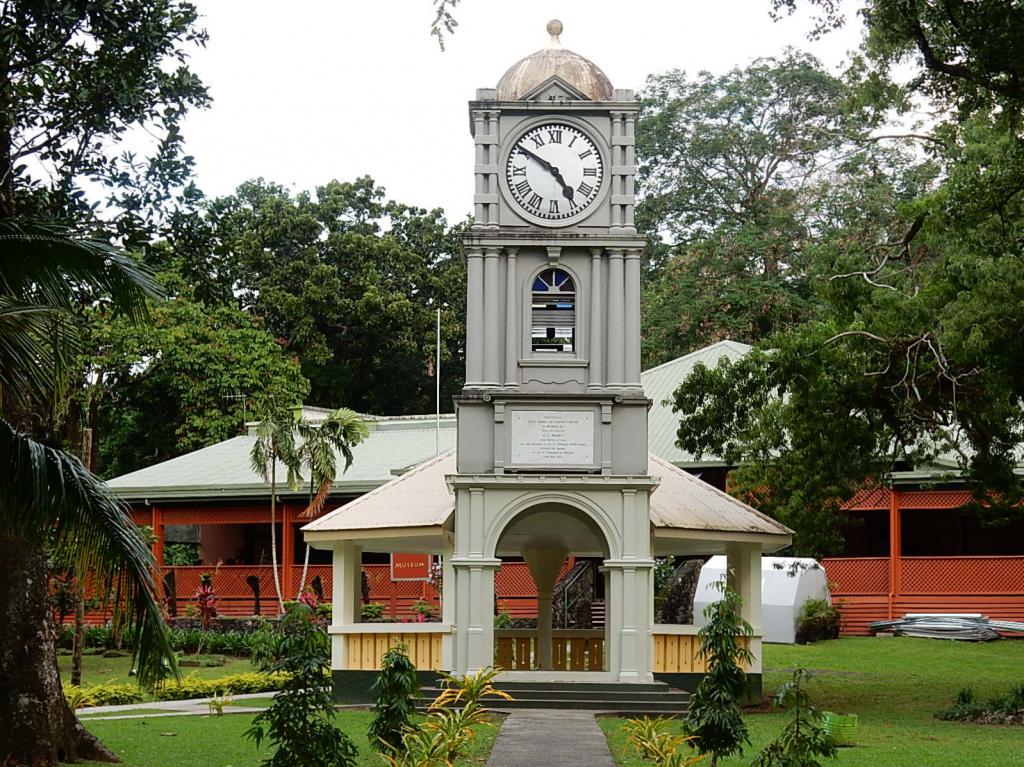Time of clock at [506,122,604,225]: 4:50
